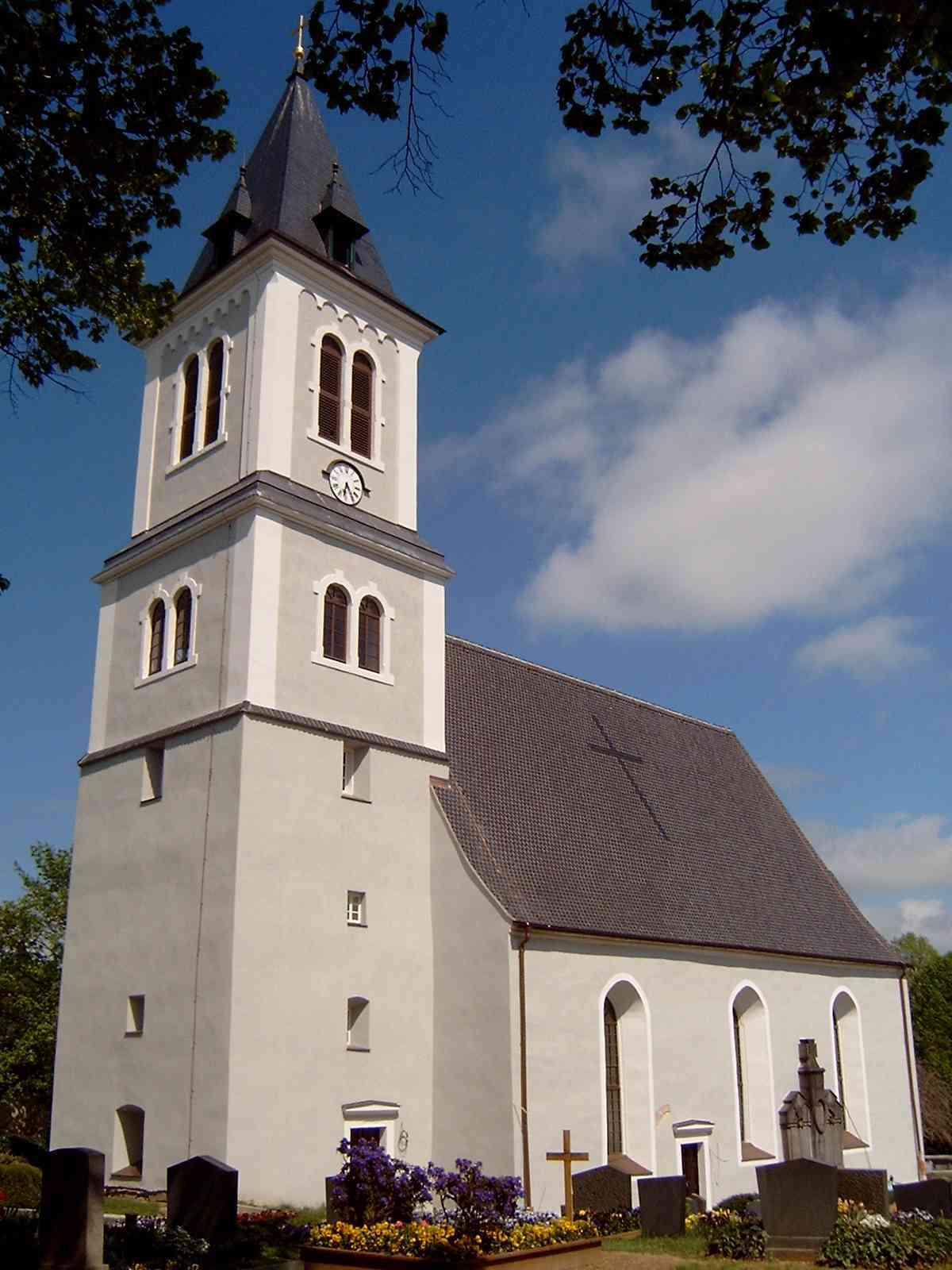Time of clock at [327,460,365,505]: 6:24
